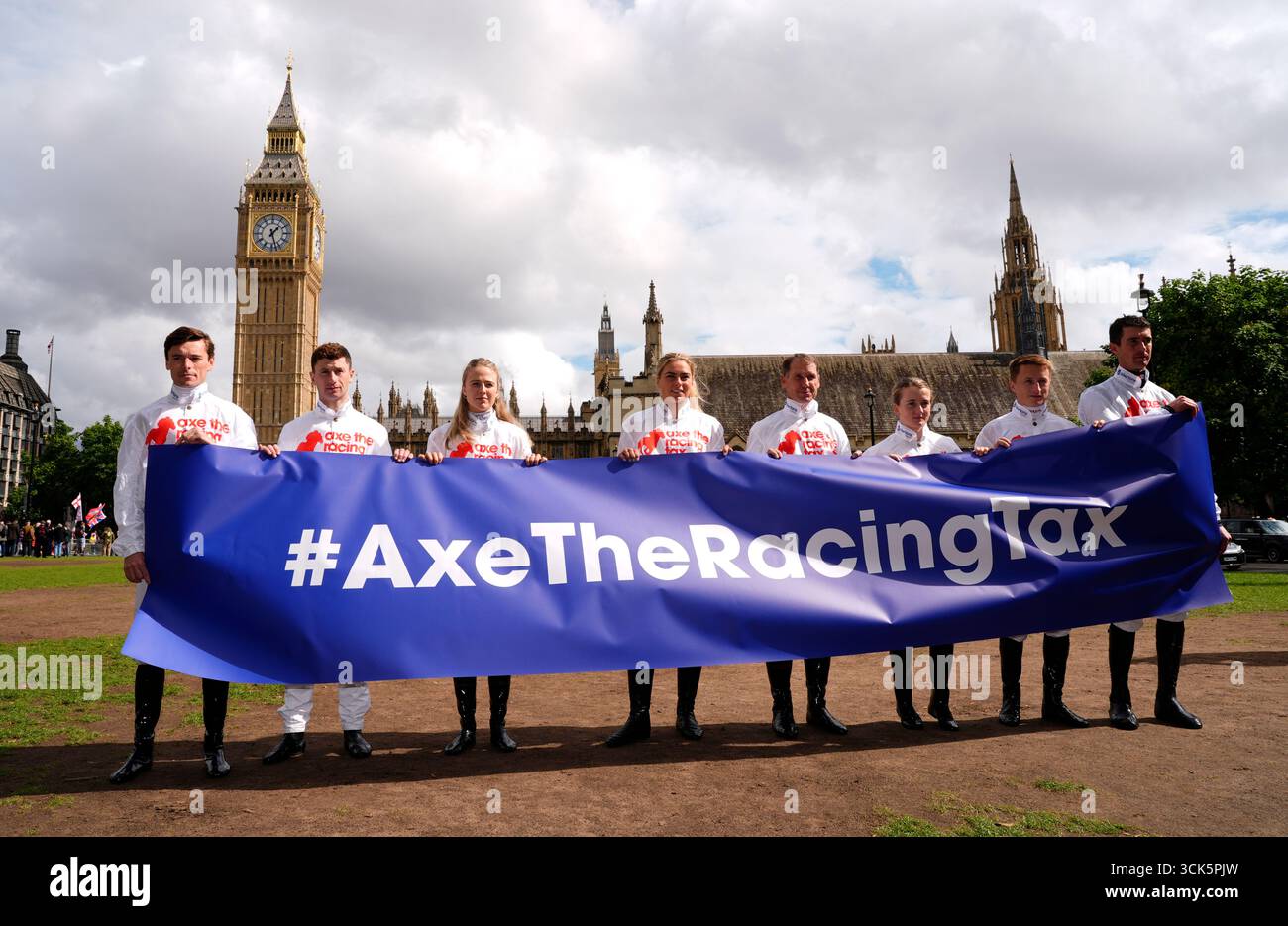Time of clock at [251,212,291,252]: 1:27
